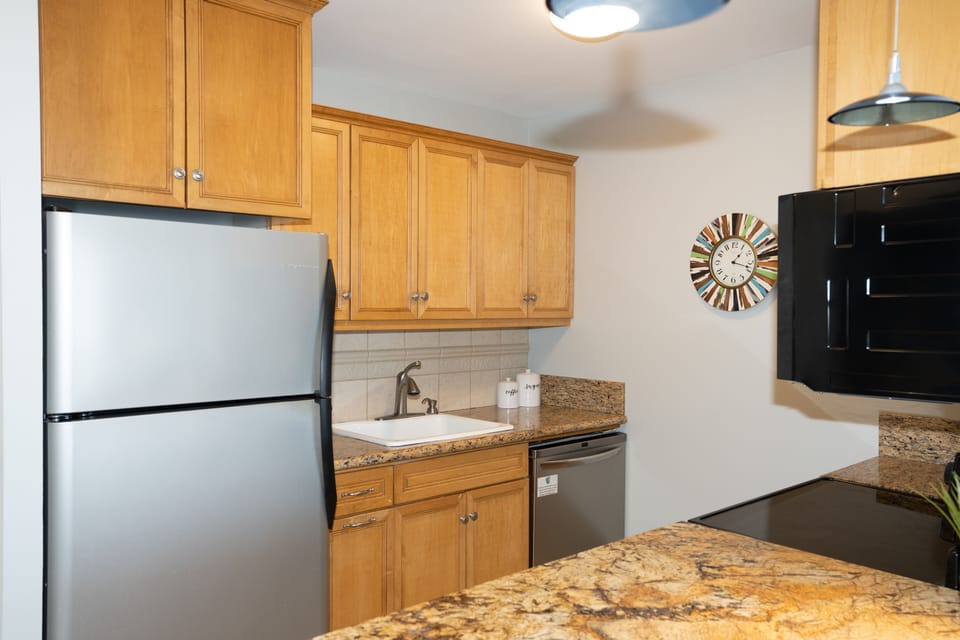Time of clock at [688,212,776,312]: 1:18
